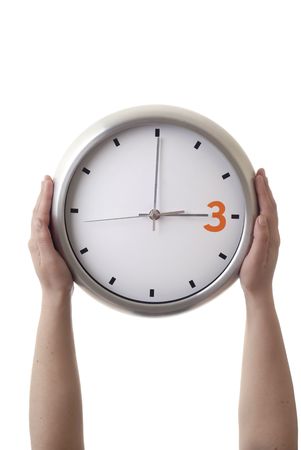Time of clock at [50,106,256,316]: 3:00
